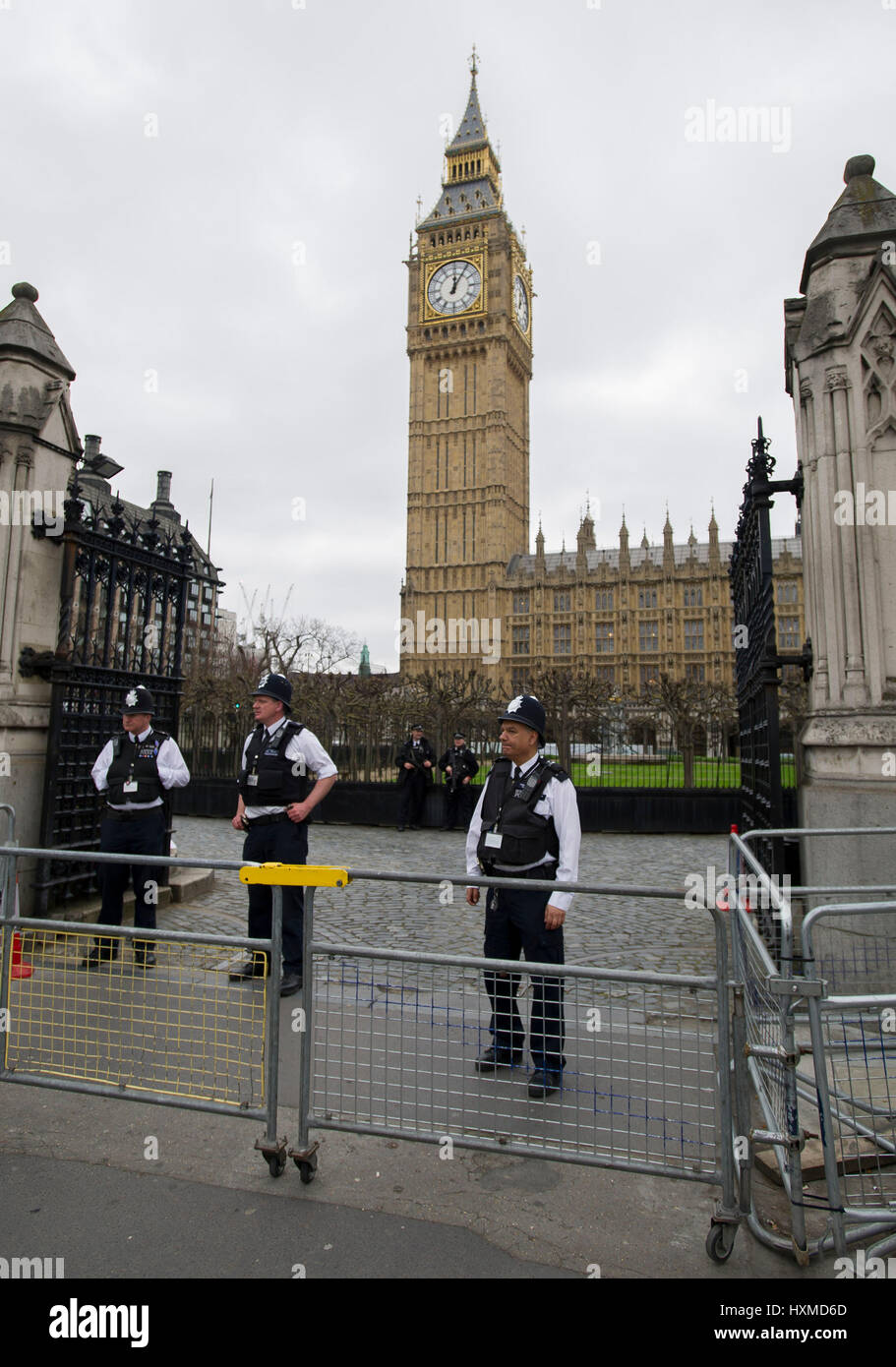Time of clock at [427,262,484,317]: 12:05
